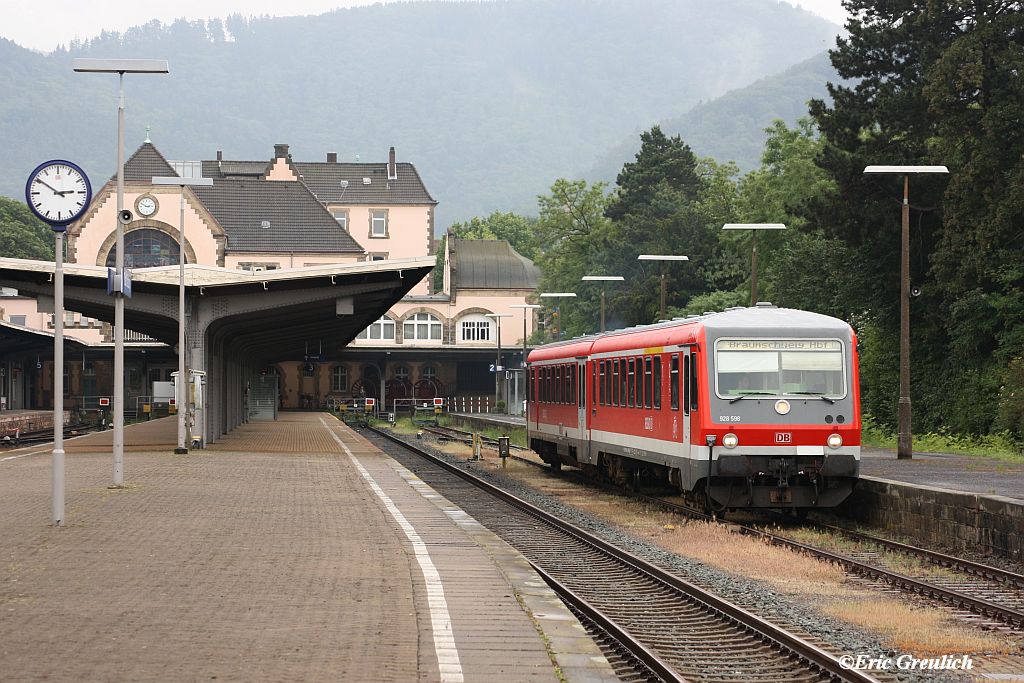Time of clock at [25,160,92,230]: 2:50
